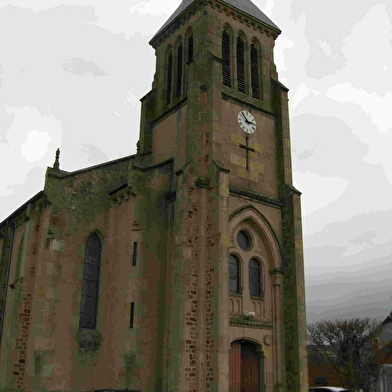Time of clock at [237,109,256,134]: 2:52
